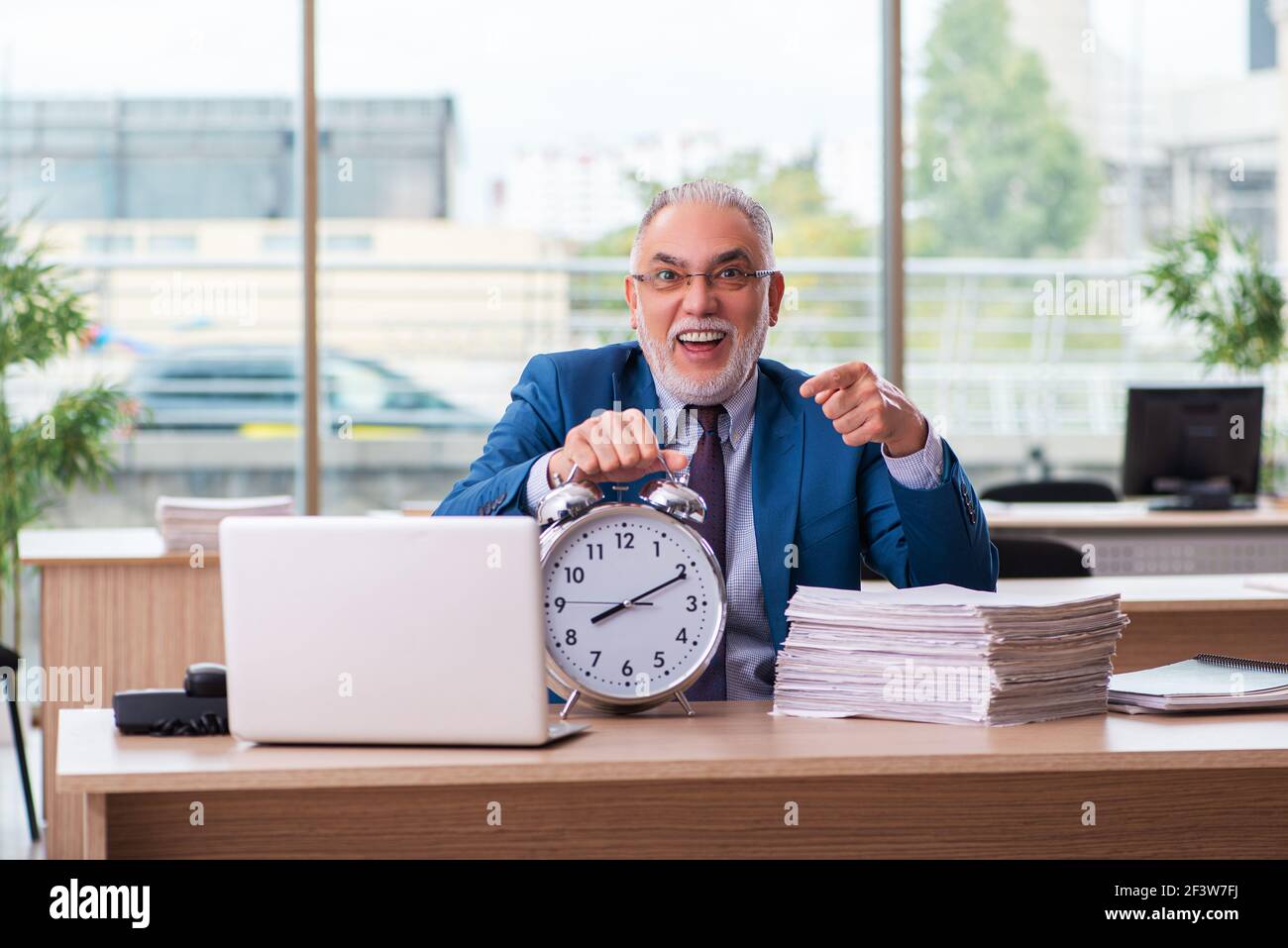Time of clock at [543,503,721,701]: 8:10
